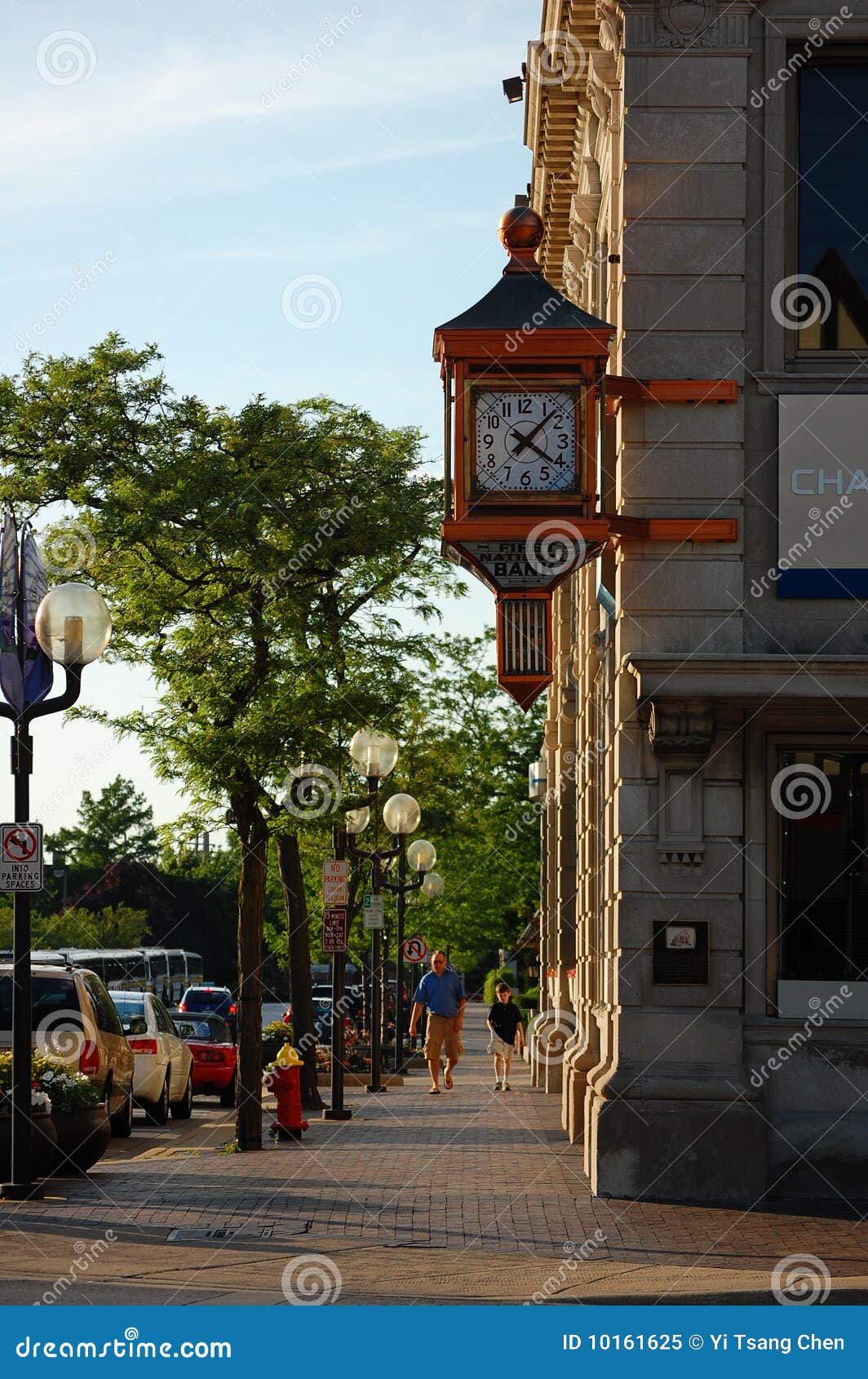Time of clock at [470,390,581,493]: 4:07
